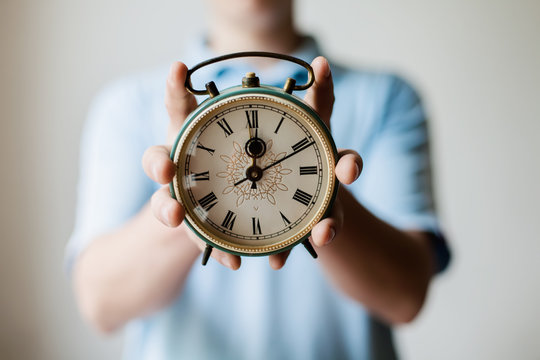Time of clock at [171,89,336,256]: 12:10
